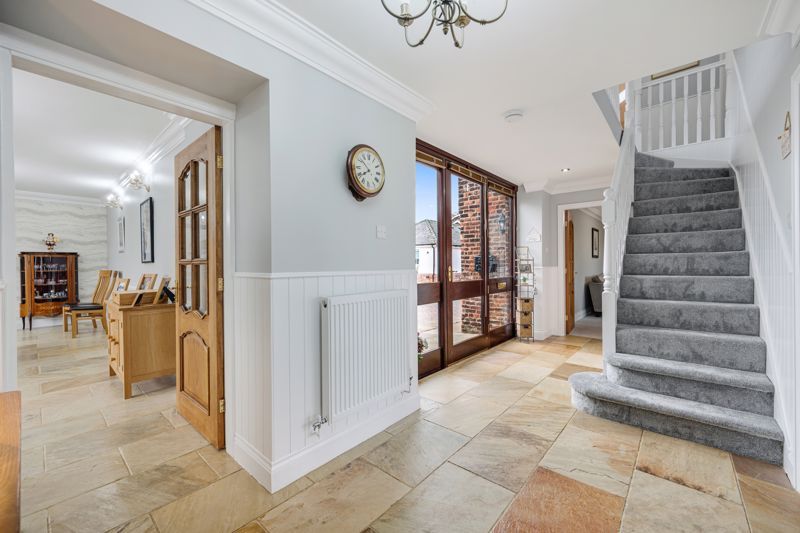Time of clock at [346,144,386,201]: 7:51
